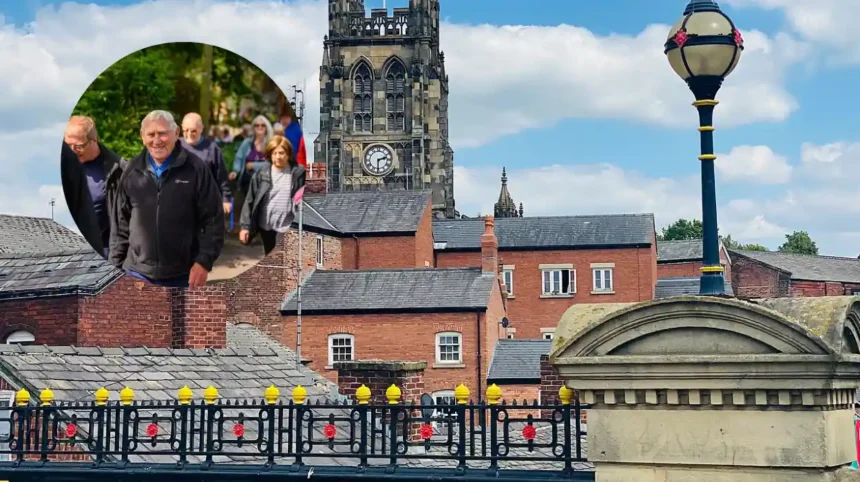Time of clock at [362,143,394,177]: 2:30
